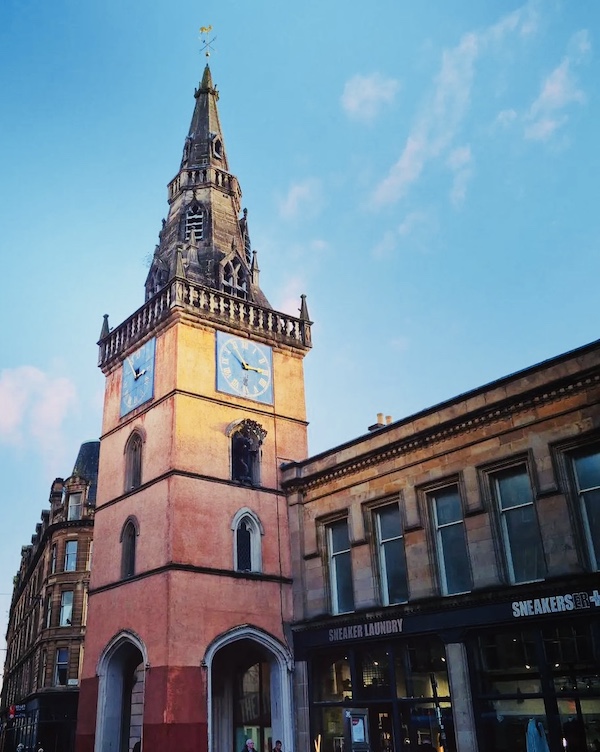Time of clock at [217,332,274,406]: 10:14
